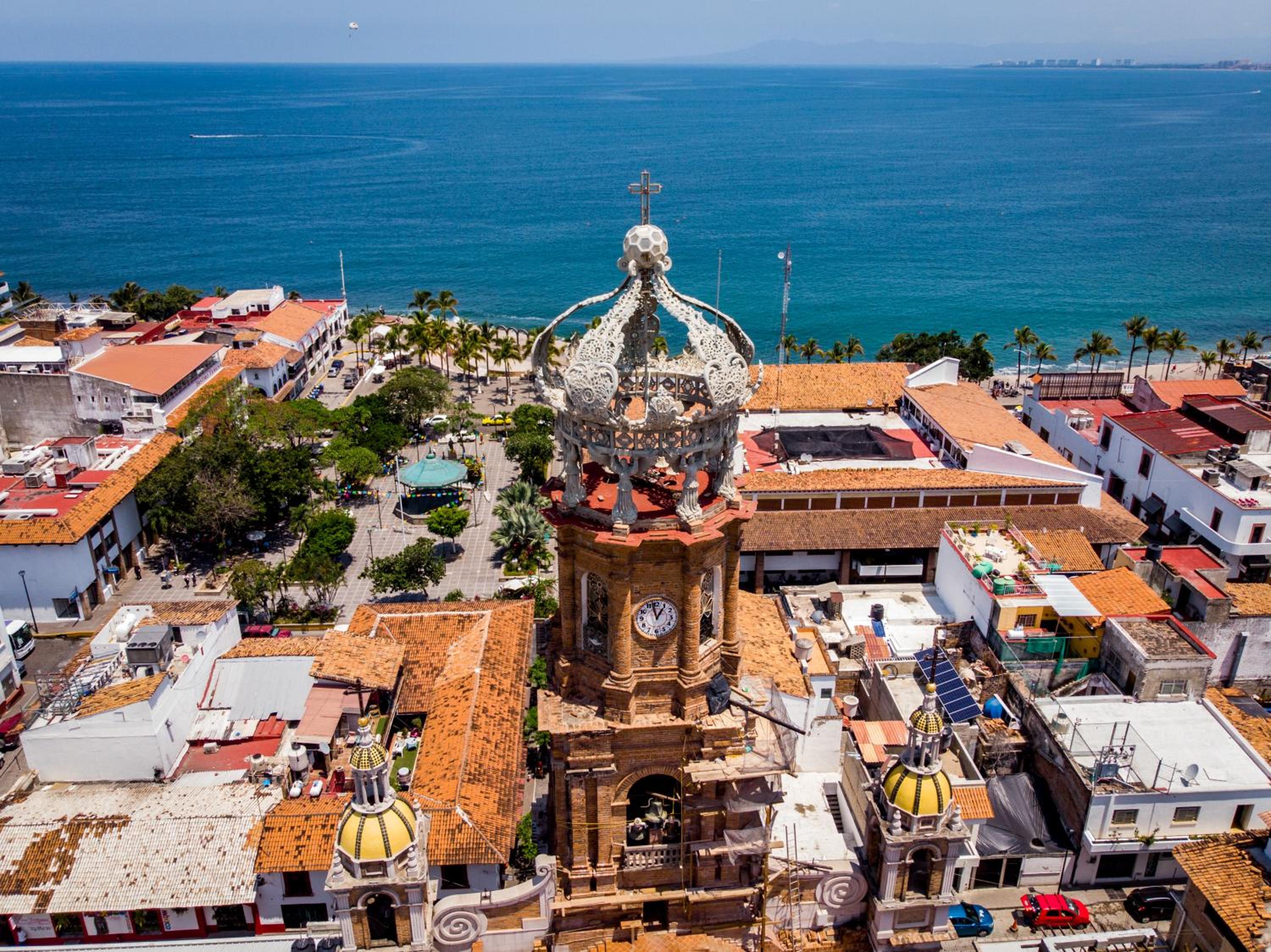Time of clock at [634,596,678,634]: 12:57
